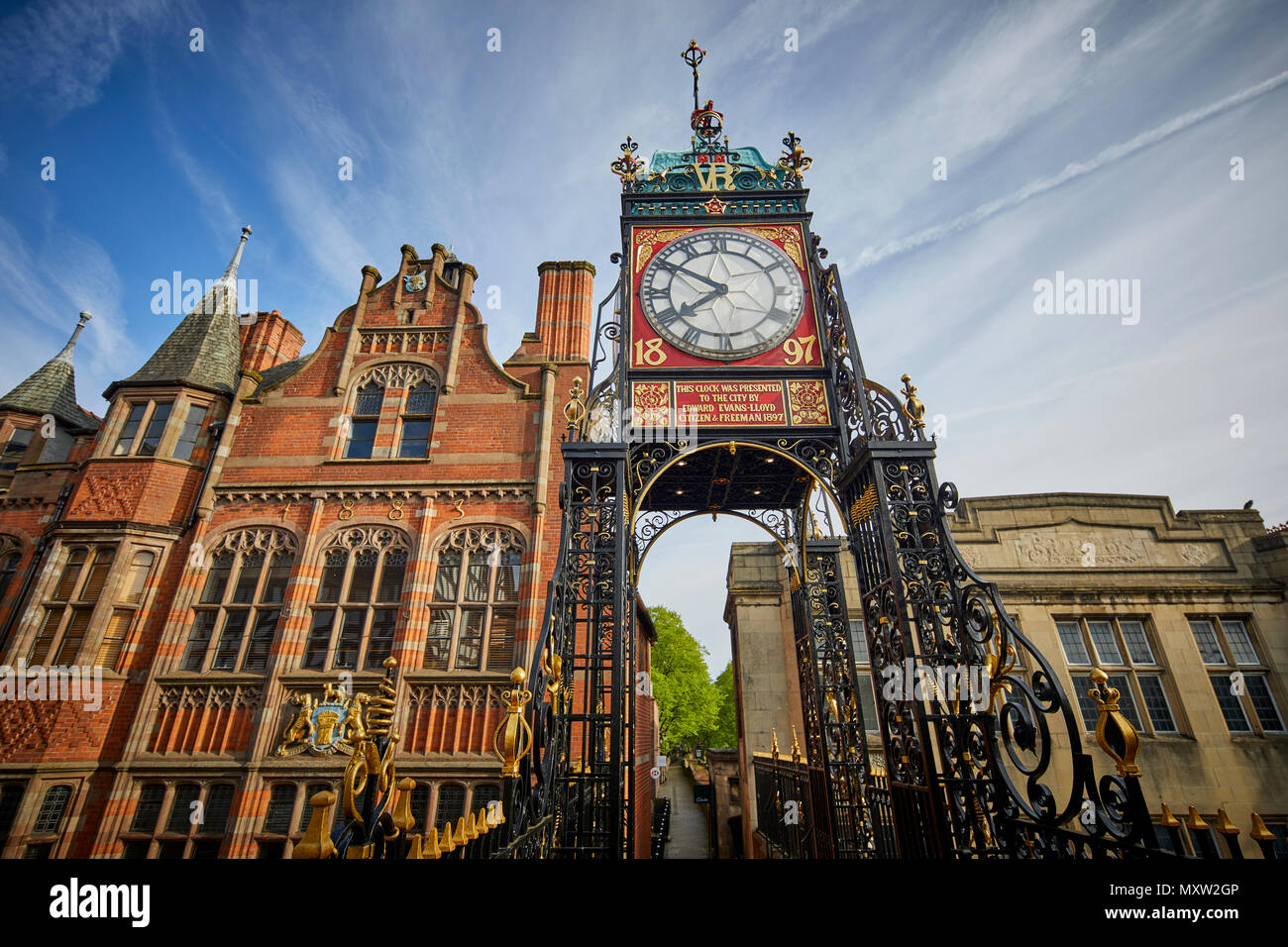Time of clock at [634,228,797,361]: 7:50
